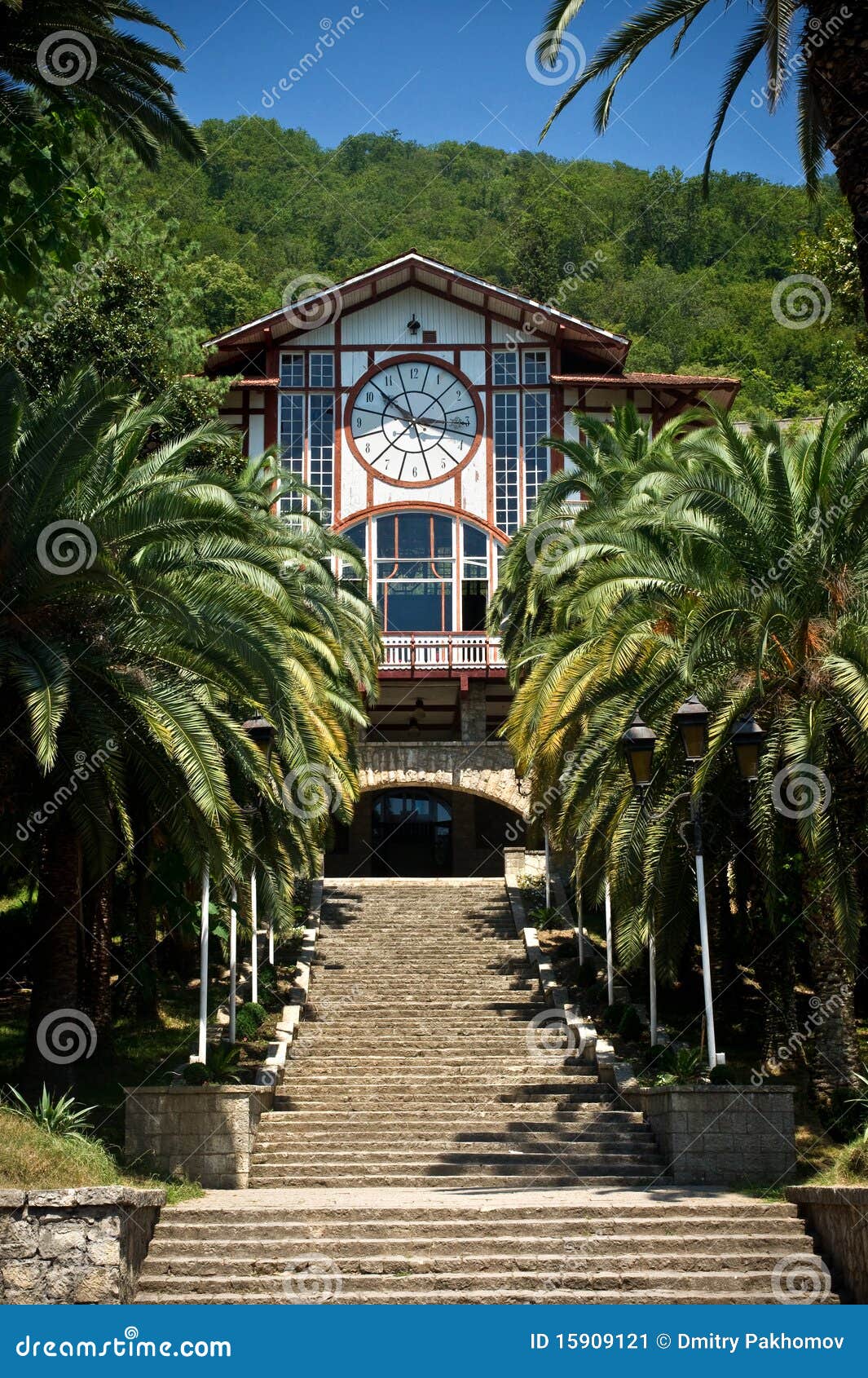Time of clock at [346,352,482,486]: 10:17
